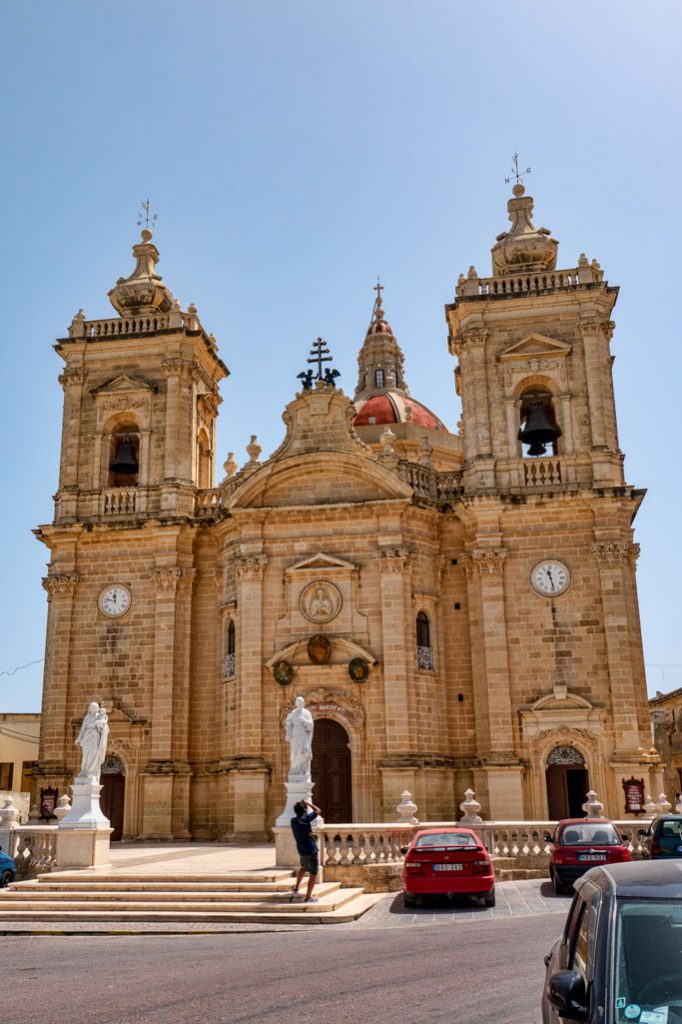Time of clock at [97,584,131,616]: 11:47
